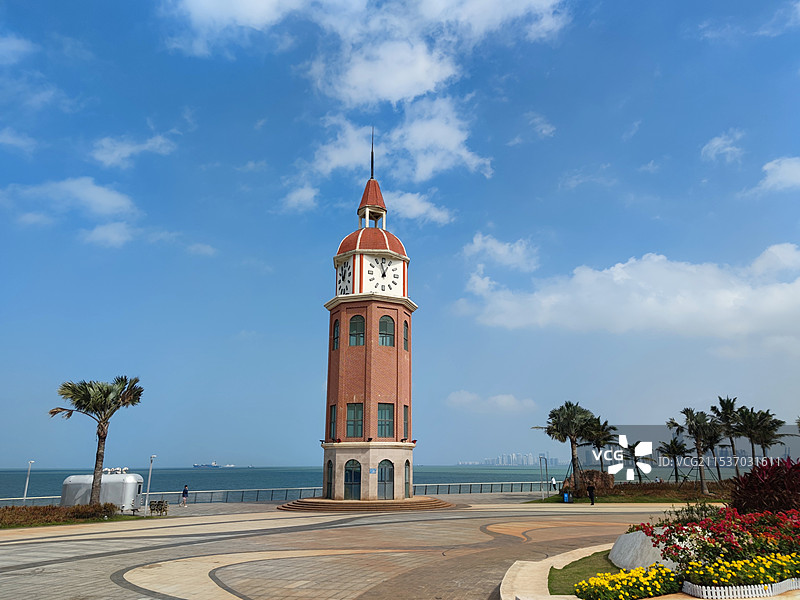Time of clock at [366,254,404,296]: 12:57
